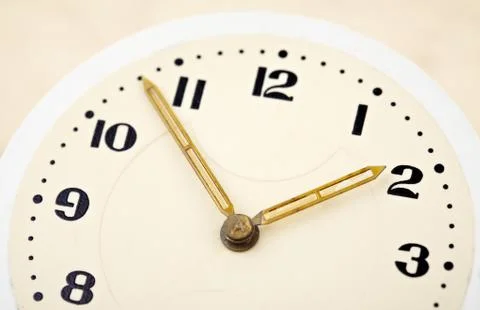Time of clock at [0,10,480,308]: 1:53
